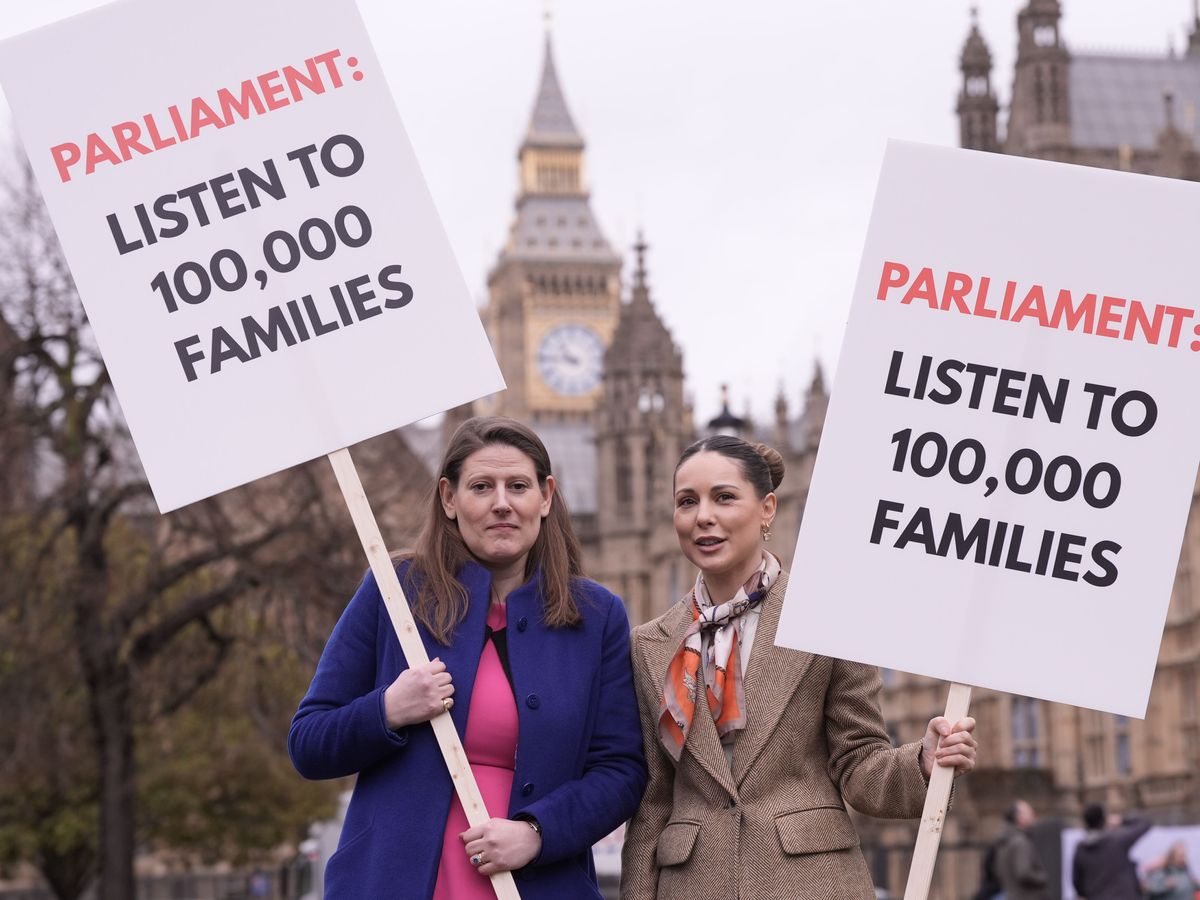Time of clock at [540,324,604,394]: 10:45
